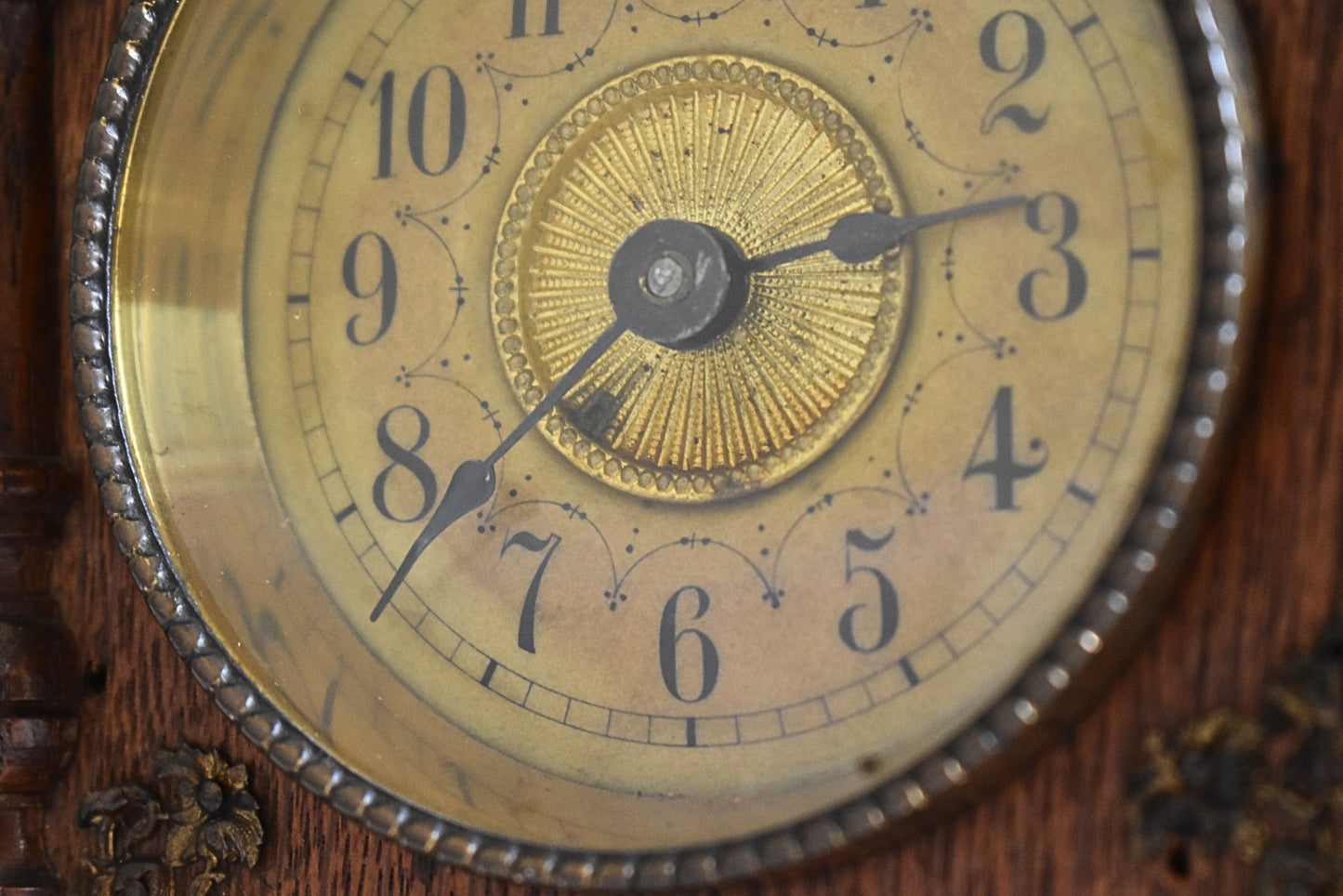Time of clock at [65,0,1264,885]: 2:38
